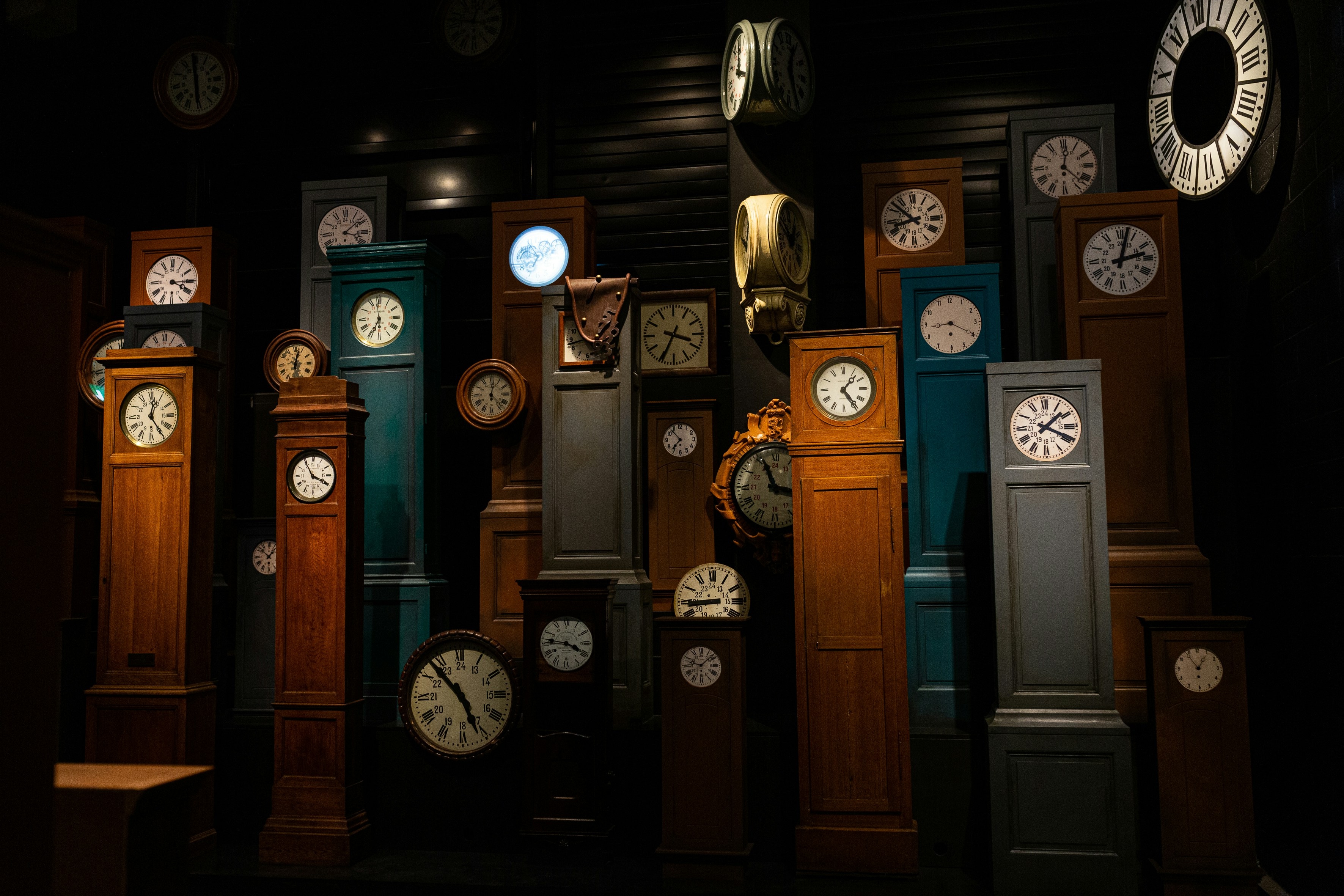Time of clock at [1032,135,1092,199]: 12:22
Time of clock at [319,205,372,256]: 4:08
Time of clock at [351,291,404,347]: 6:58
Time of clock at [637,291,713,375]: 3:34
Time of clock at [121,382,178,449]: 12:24
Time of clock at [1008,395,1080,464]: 1:18
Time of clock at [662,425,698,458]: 10:36
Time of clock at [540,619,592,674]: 3:46
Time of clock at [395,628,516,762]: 4:52
